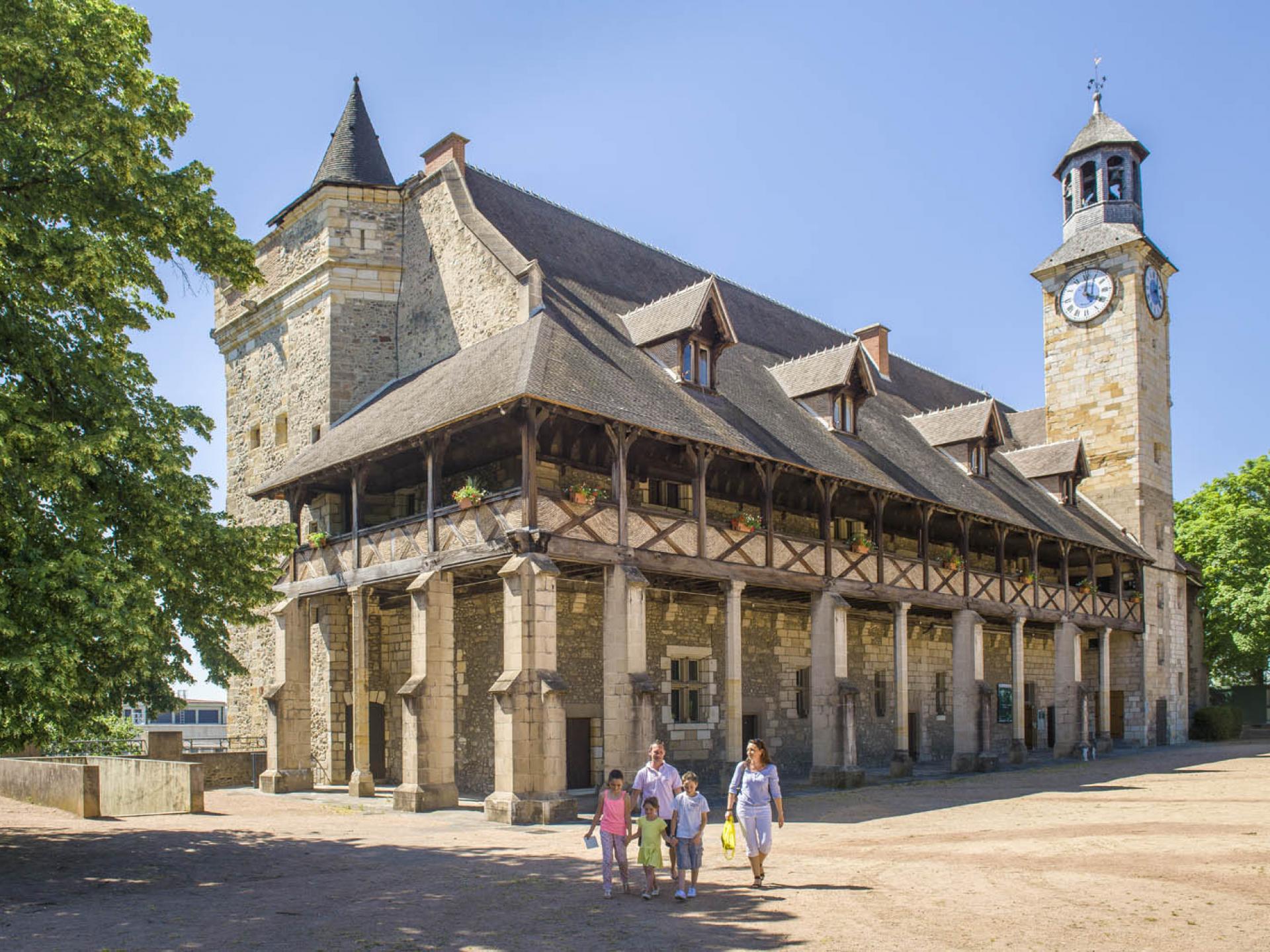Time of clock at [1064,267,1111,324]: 4:01
